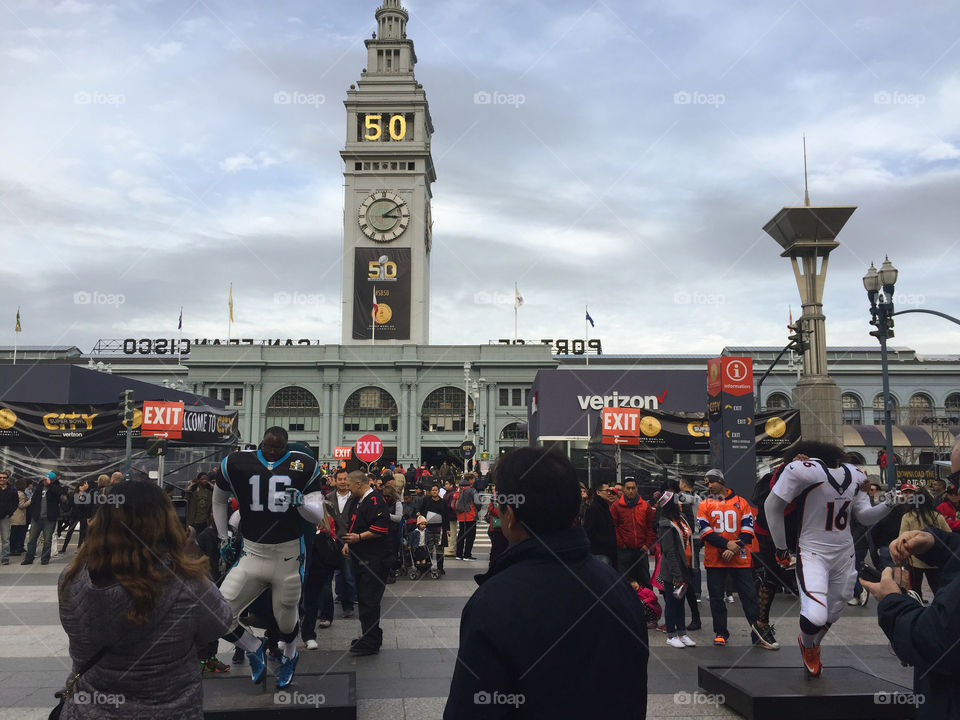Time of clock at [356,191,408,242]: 3:09
